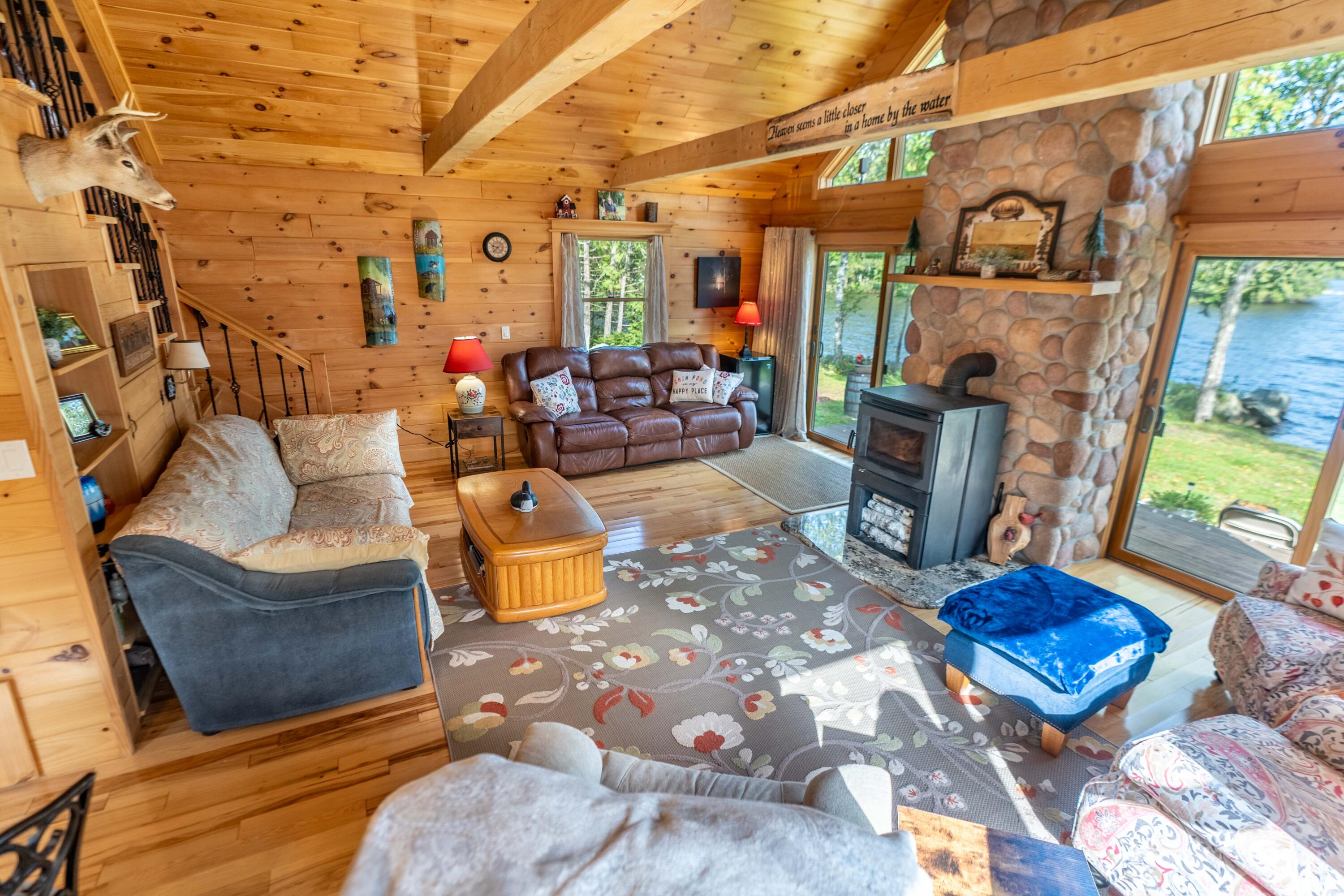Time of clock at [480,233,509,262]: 9:37
